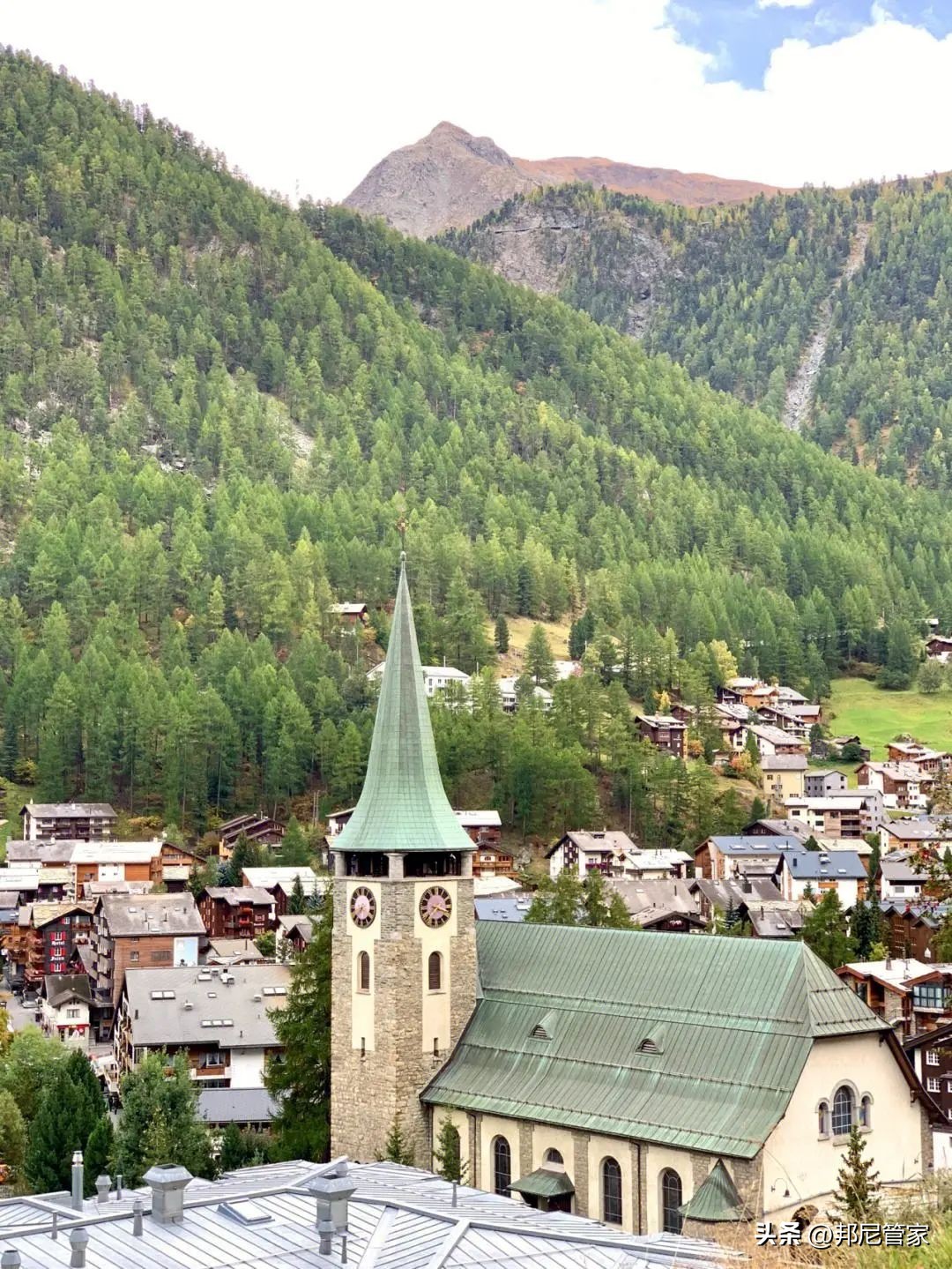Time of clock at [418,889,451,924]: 7:16
